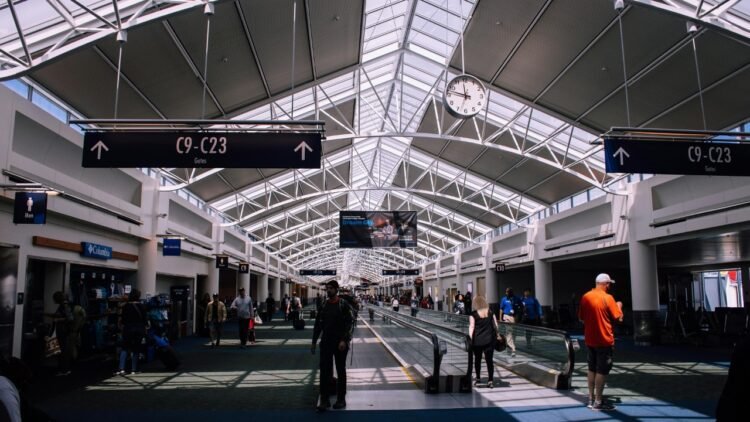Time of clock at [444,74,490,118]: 11:47
